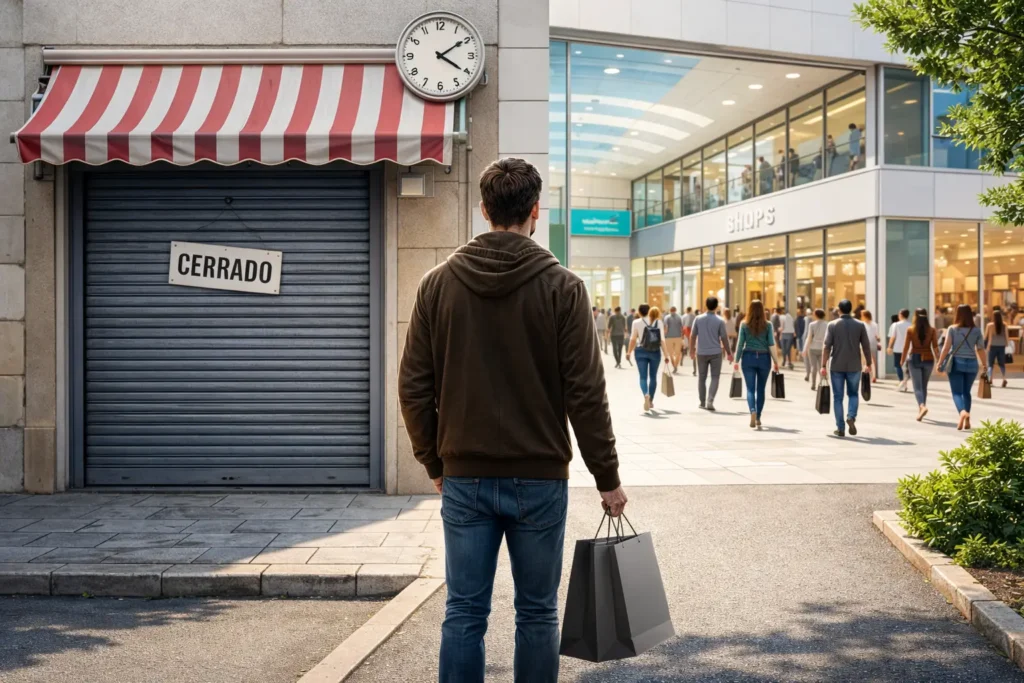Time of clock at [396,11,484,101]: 4:09
